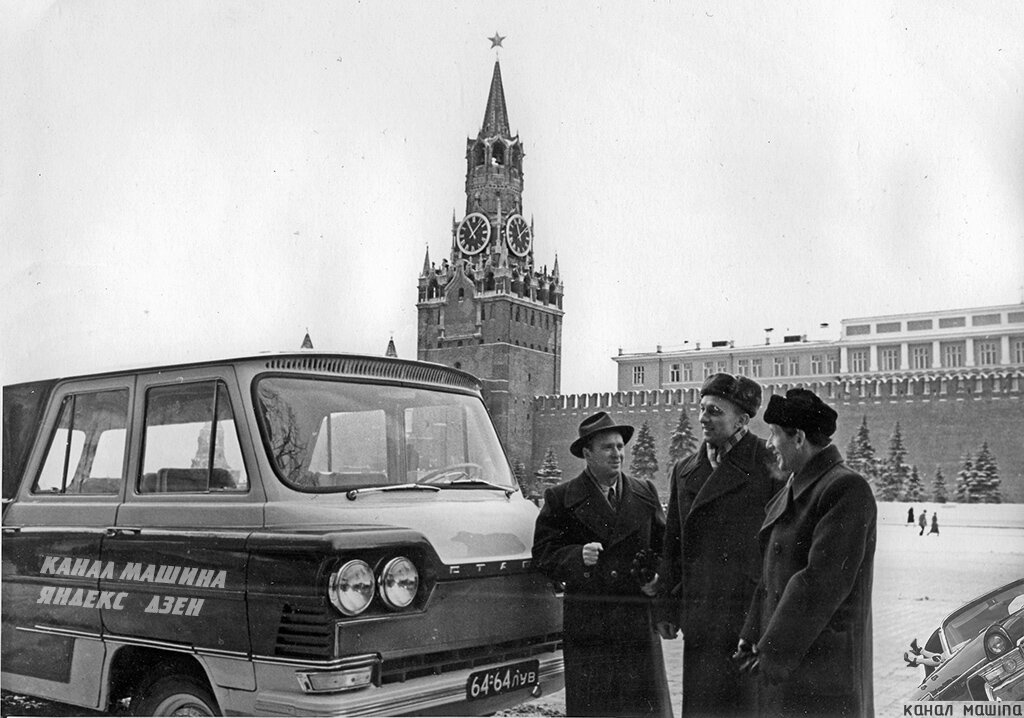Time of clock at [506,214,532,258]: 12:07
